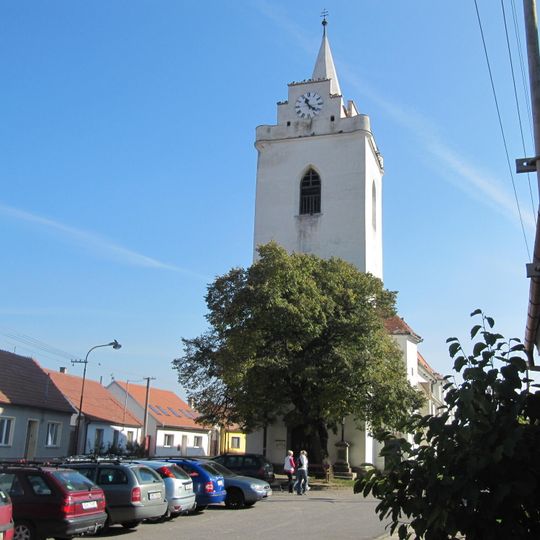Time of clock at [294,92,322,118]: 11:21
